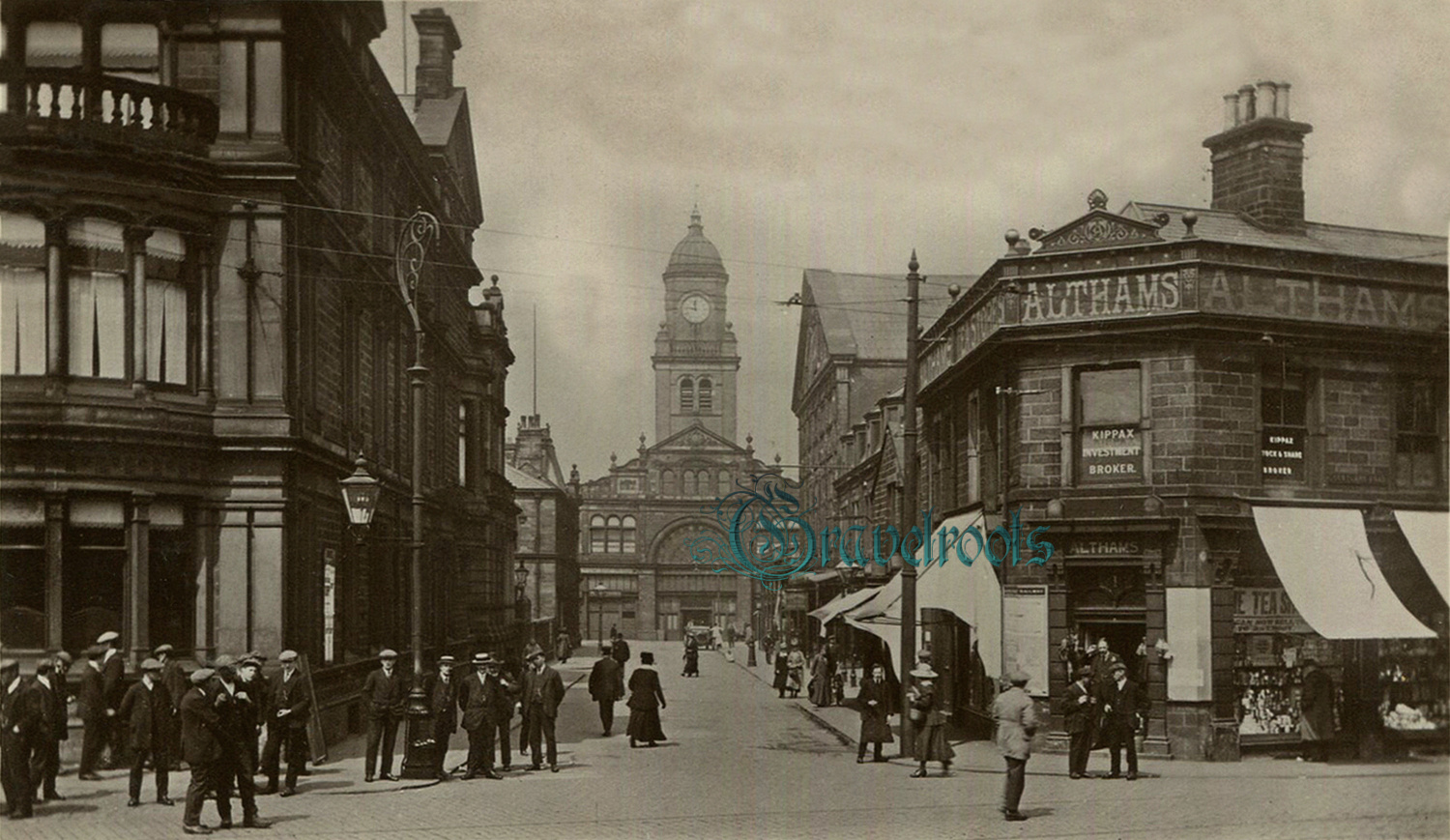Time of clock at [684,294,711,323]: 11:46
